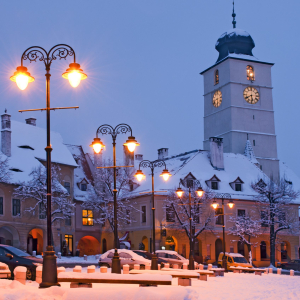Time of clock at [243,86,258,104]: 5:40
